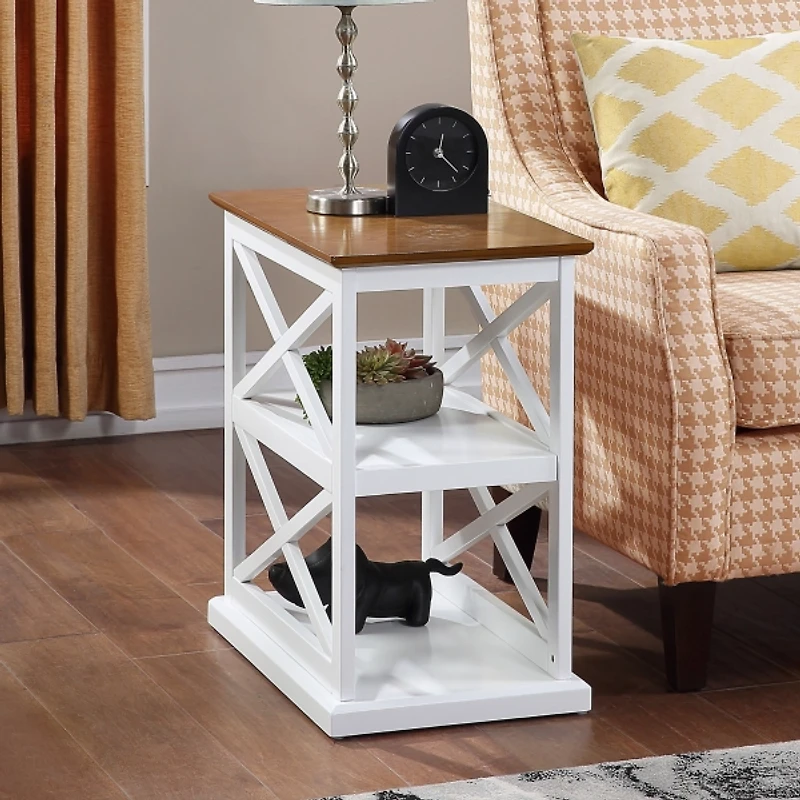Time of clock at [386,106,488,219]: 12:22
